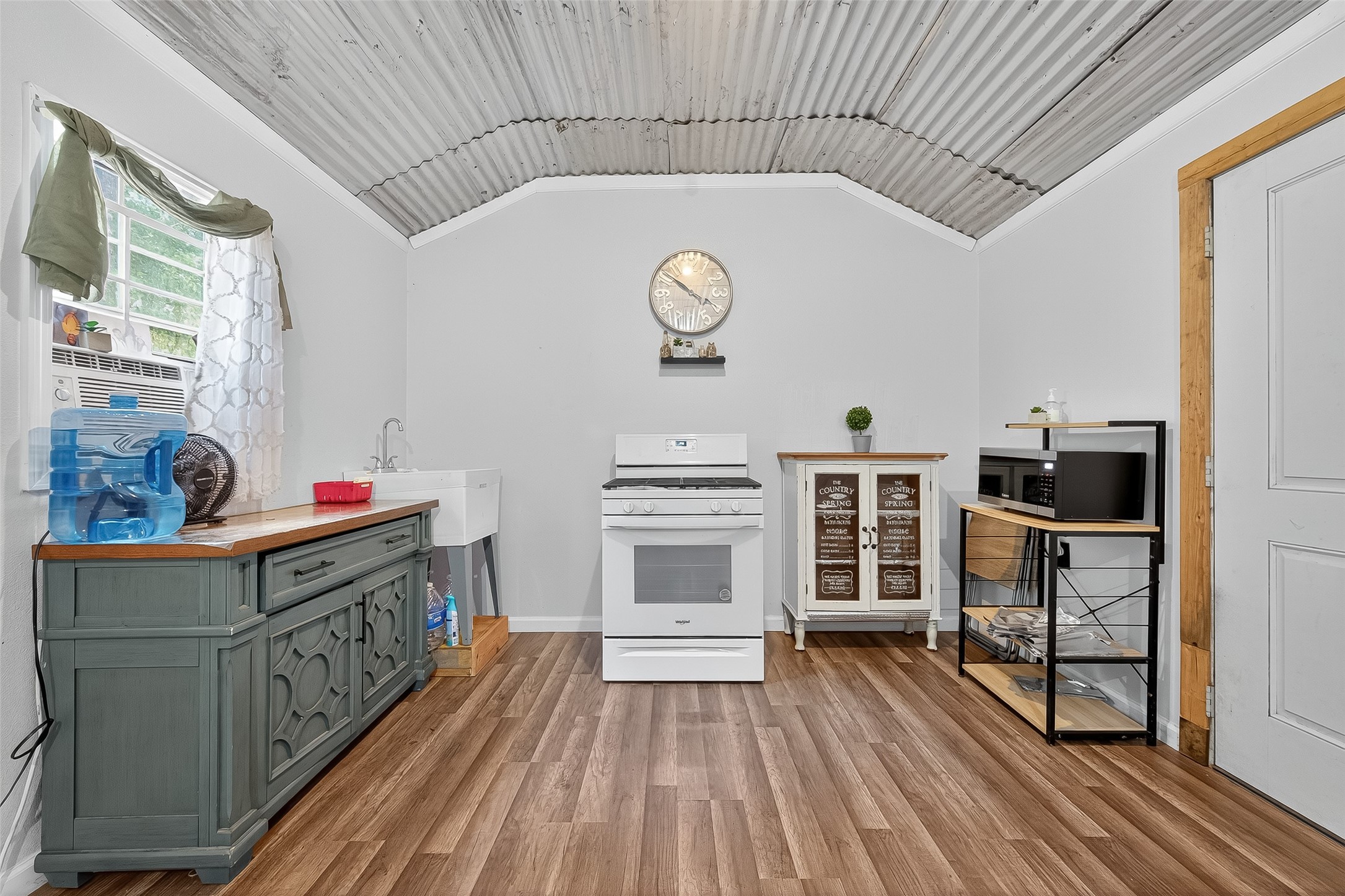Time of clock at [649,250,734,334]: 3:51
